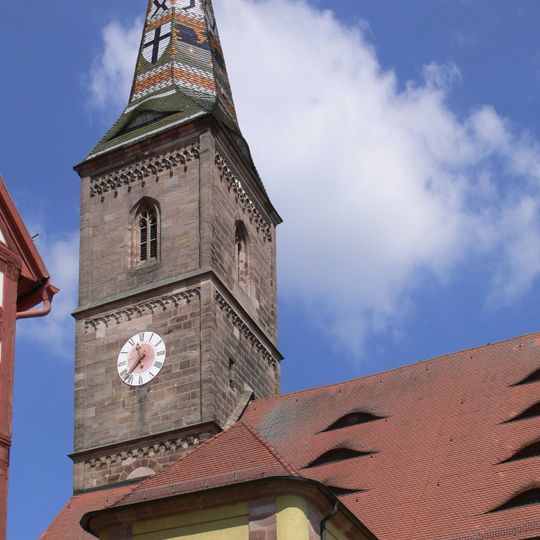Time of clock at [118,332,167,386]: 11:37
